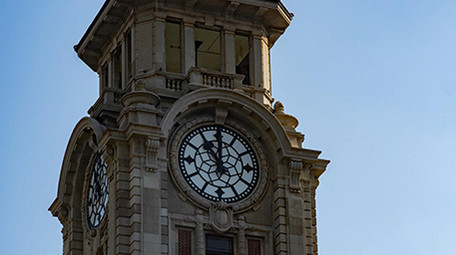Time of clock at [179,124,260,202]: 11:00
